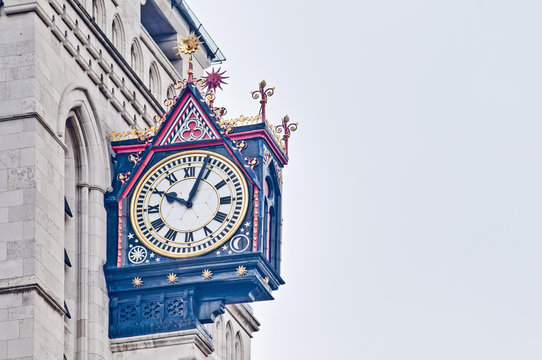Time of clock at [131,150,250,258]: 10:03
